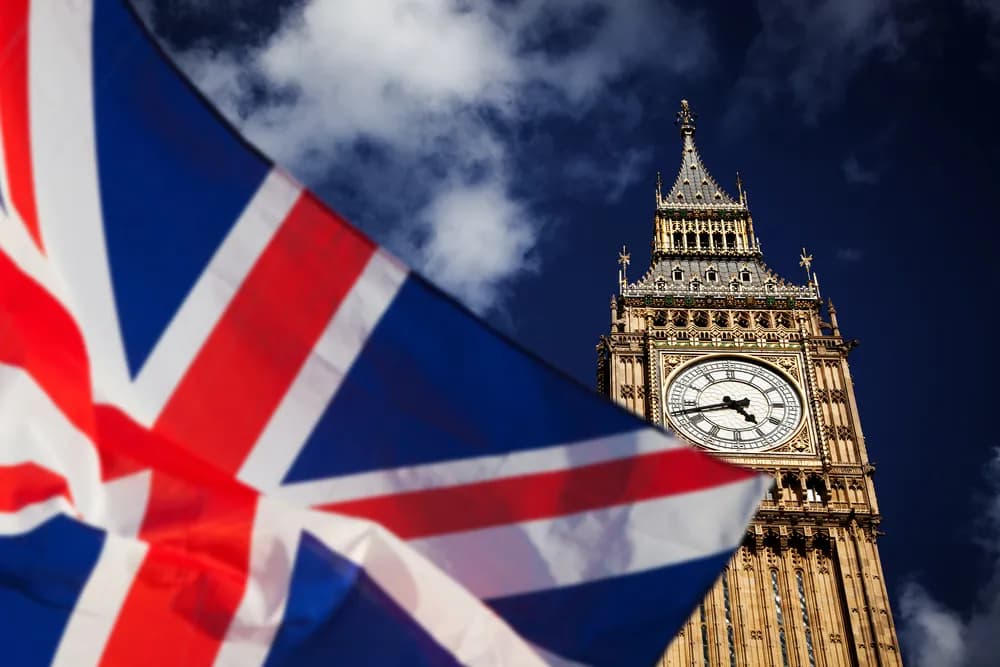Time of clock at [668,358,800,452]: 4:42
